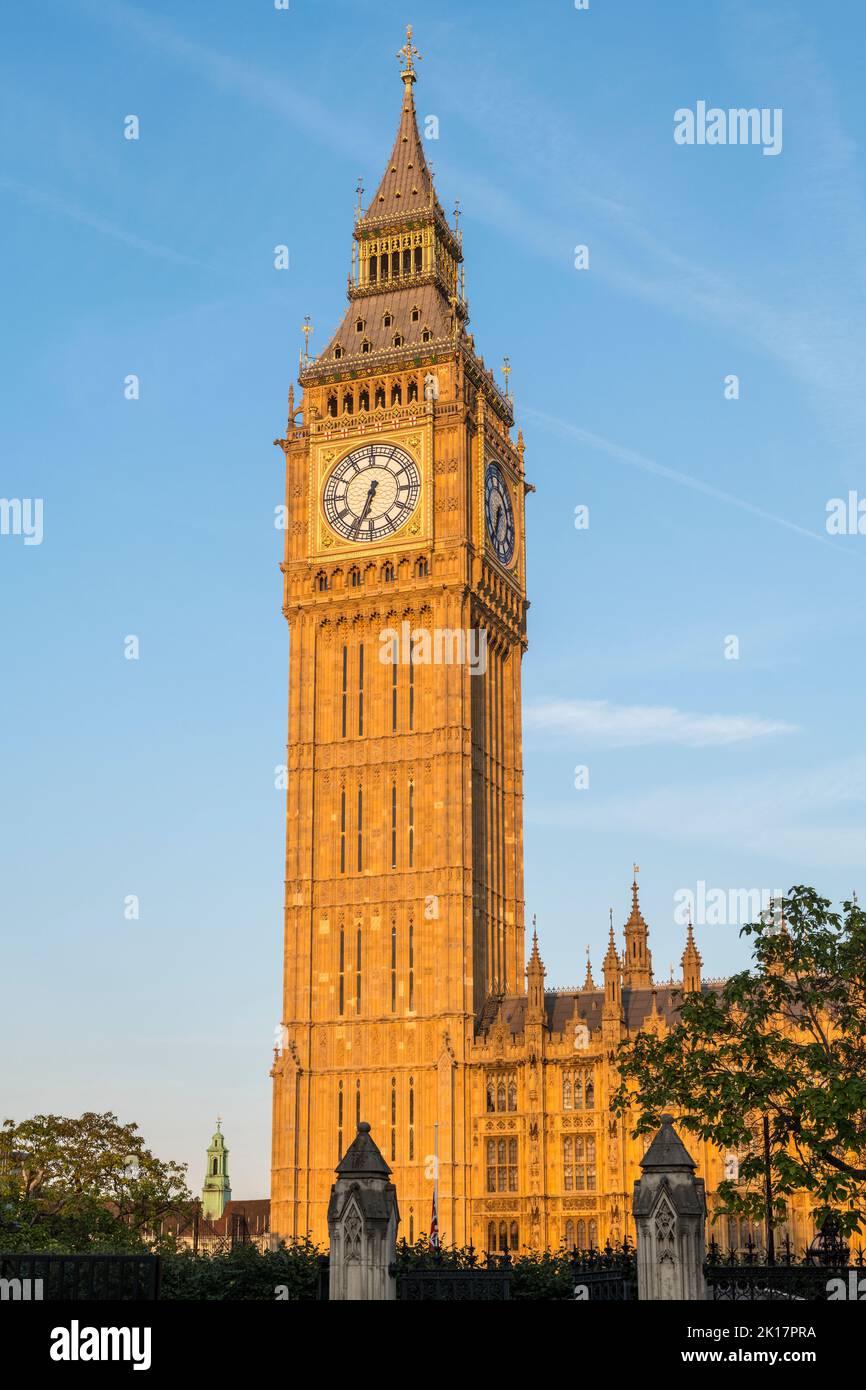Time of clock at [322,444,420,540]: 6:33
